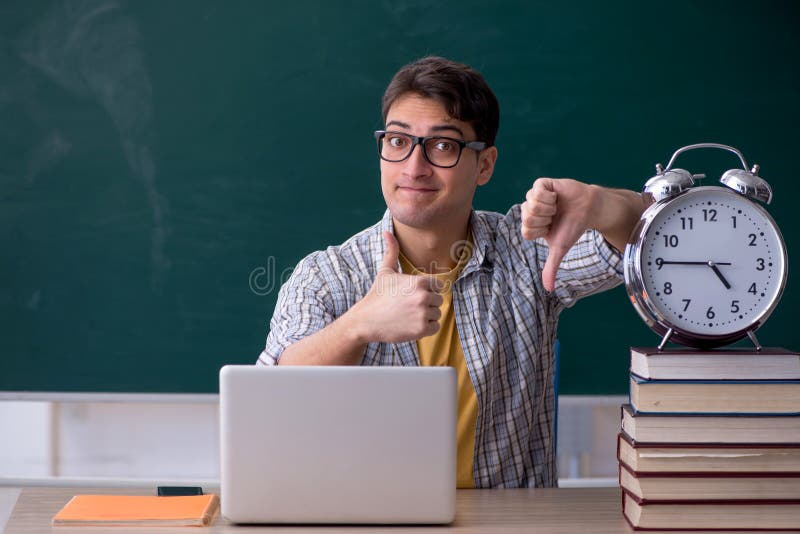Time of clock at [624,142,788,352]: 4:45
